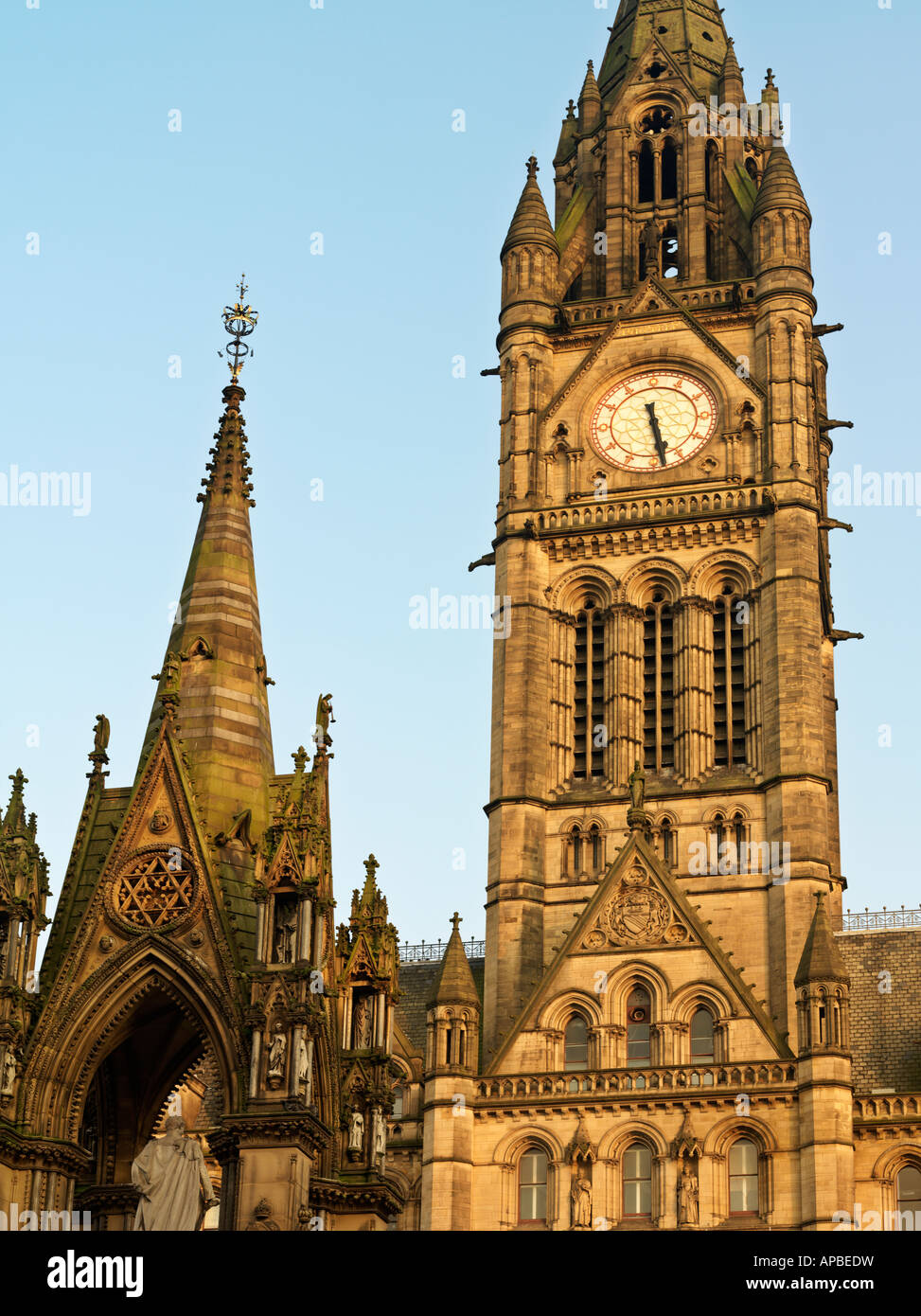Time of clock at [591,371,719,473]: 5:28
